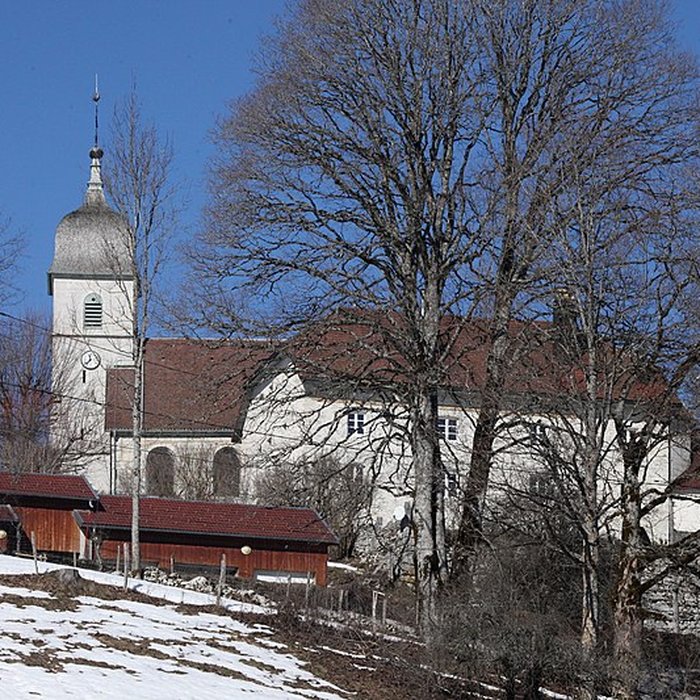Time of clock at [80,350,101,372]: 11:37
